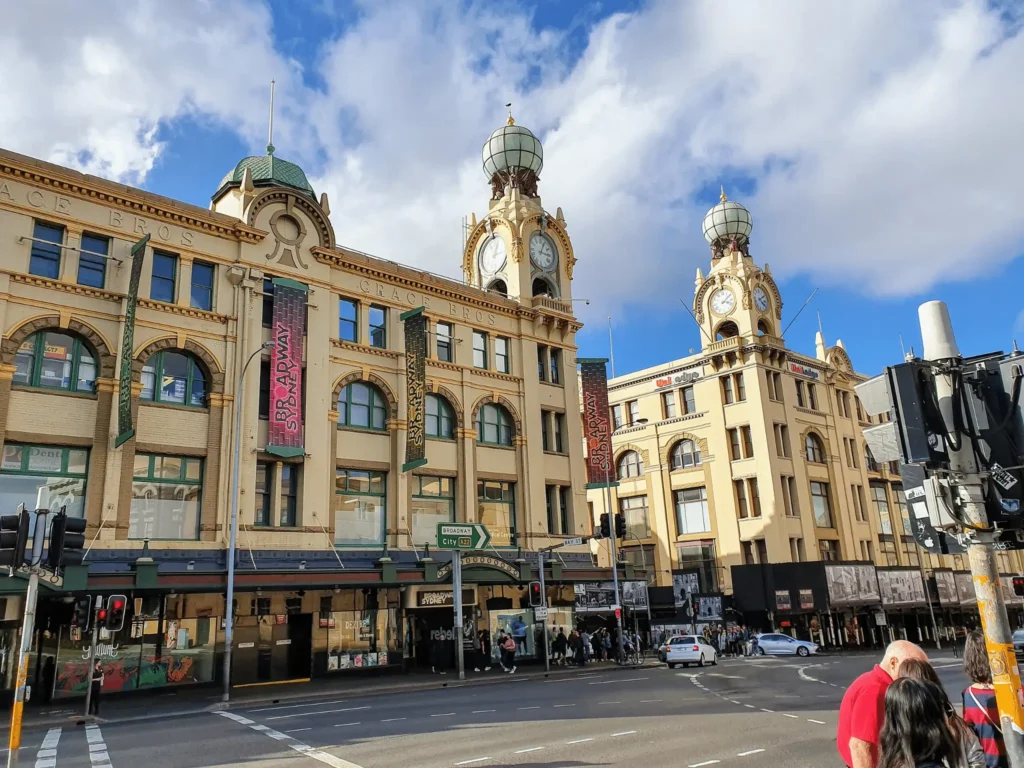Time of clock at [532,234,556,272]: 3:04
